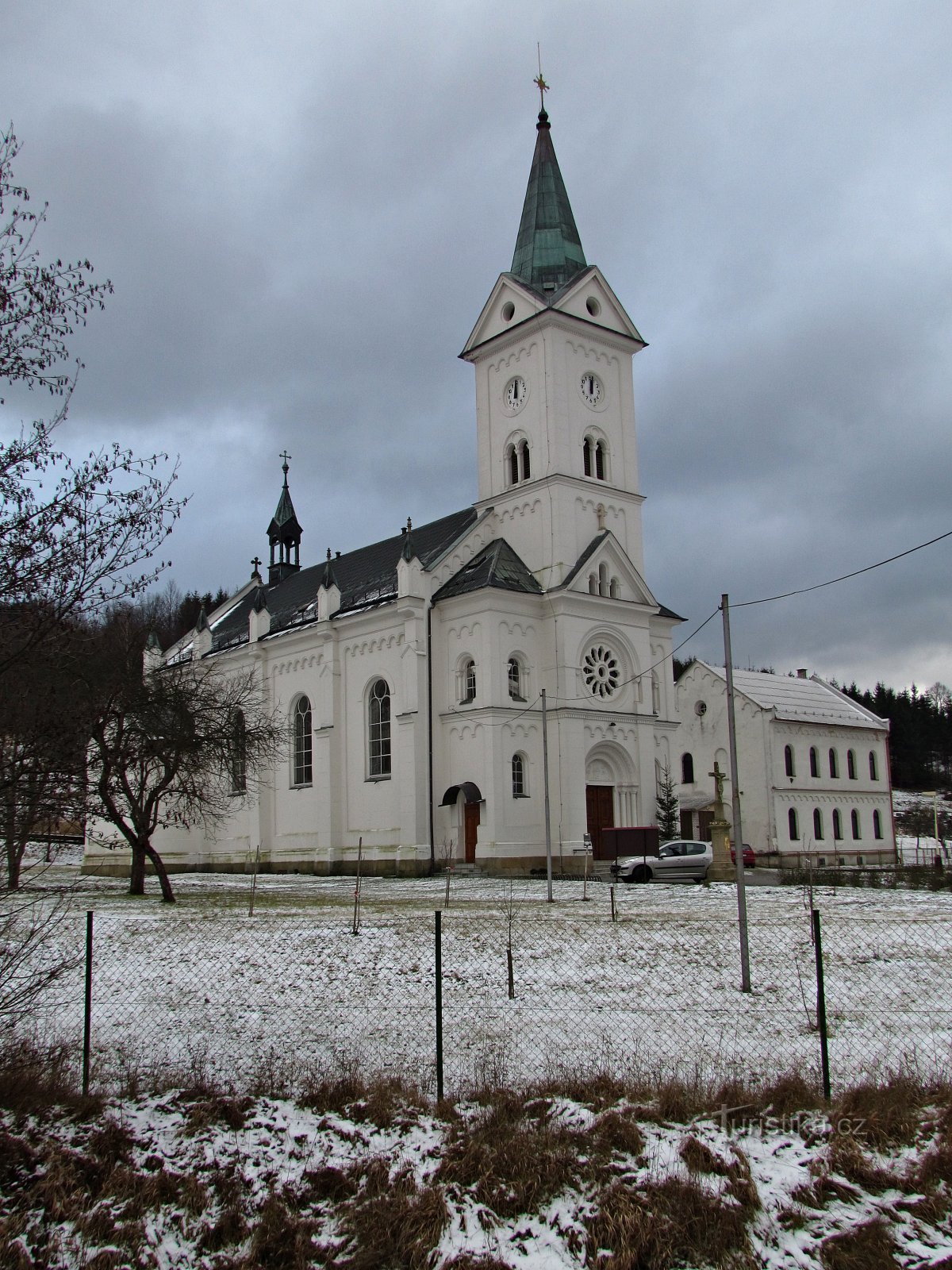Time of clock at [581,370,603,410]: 12:01
